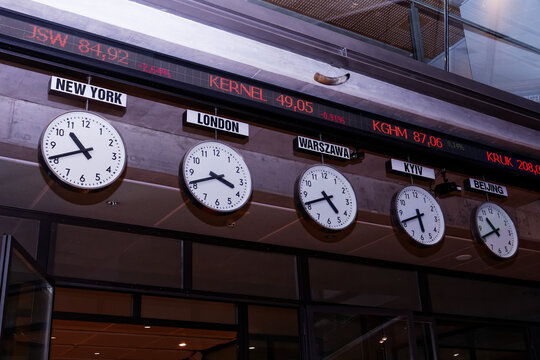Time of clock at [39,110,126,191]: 10:40
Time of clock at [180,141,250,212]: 3:41
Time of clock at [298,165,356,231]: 4:41
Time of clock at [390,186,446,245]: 5:41
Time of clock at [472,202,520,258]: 10:41
